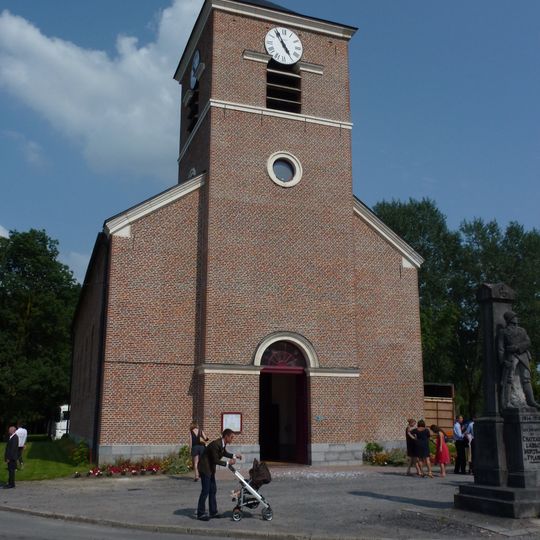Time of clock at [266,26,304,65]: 4:54
